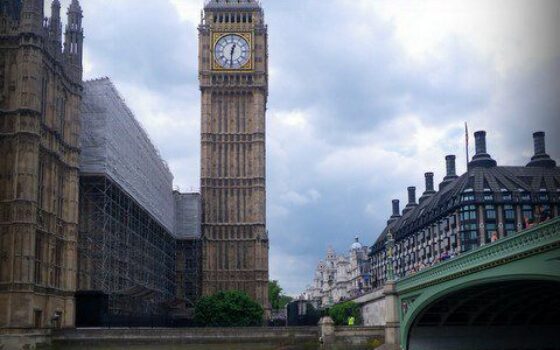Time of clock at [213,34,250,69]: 12:30
